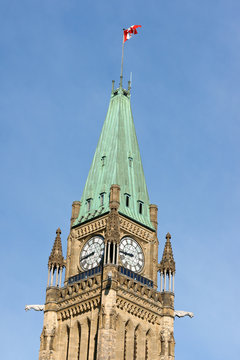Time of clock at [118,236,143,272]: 8:44
